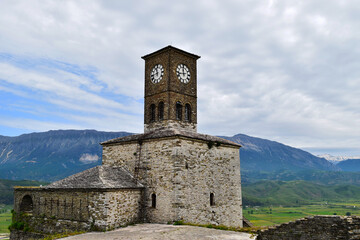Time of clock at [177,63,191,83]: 11:42
